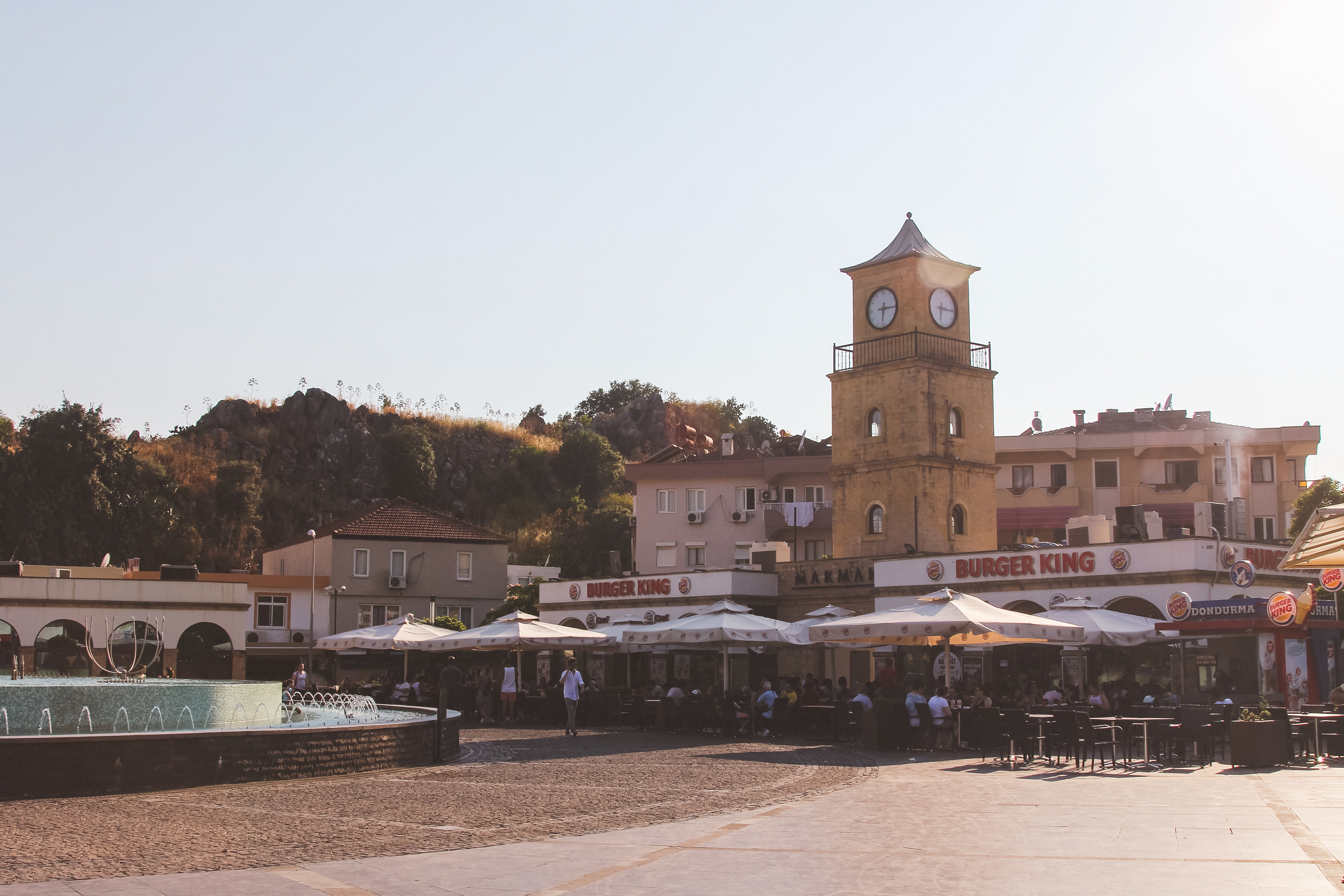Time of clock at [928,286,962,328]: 6:15
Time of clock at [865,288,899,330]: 6:15
